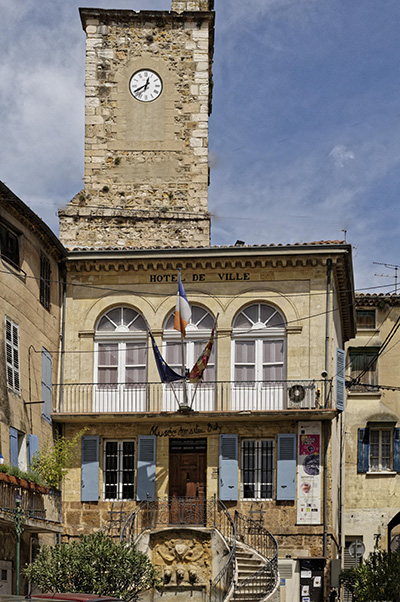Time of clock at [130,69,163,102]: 12:40
